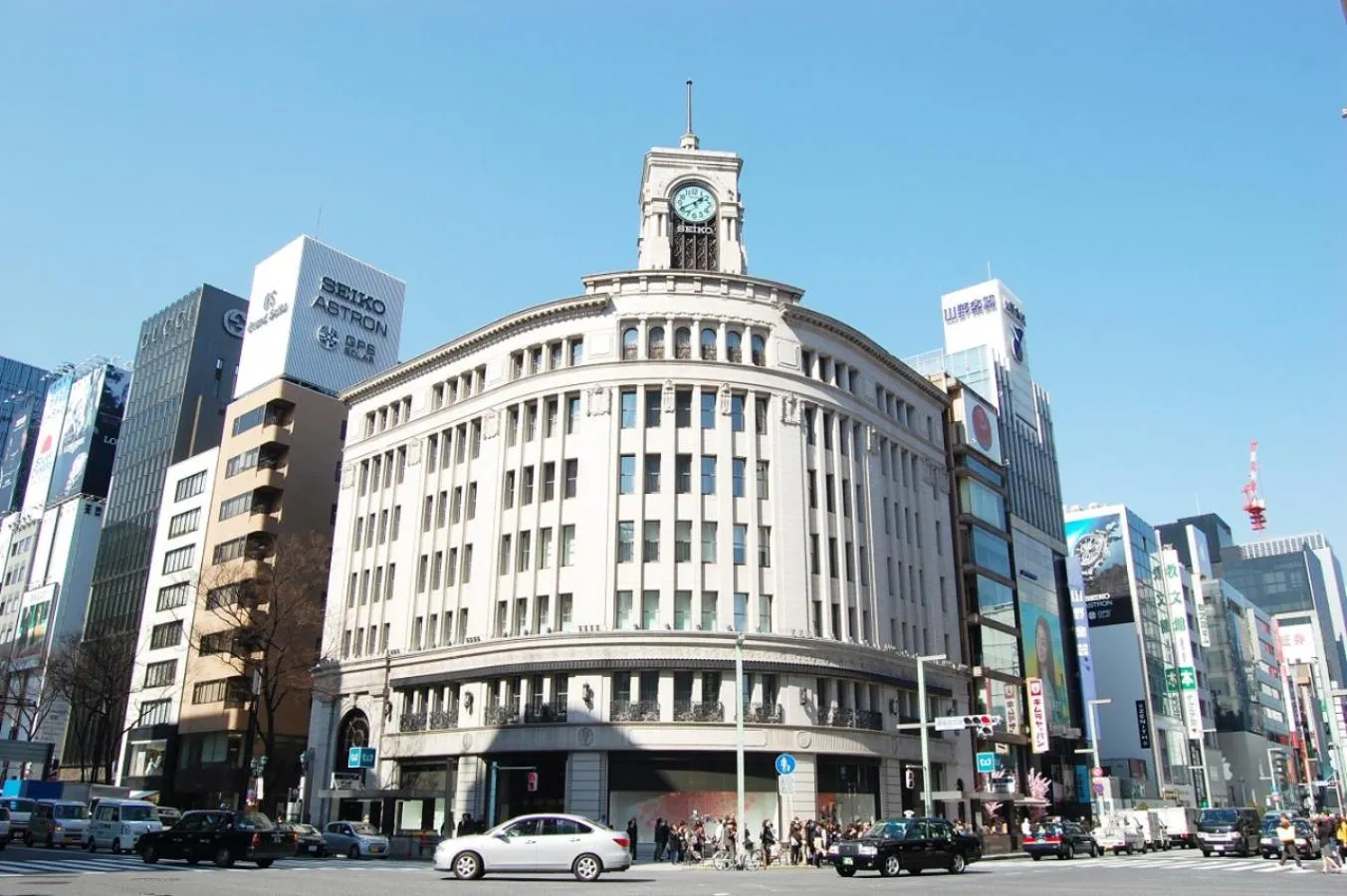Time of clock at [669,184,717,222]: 1:40
